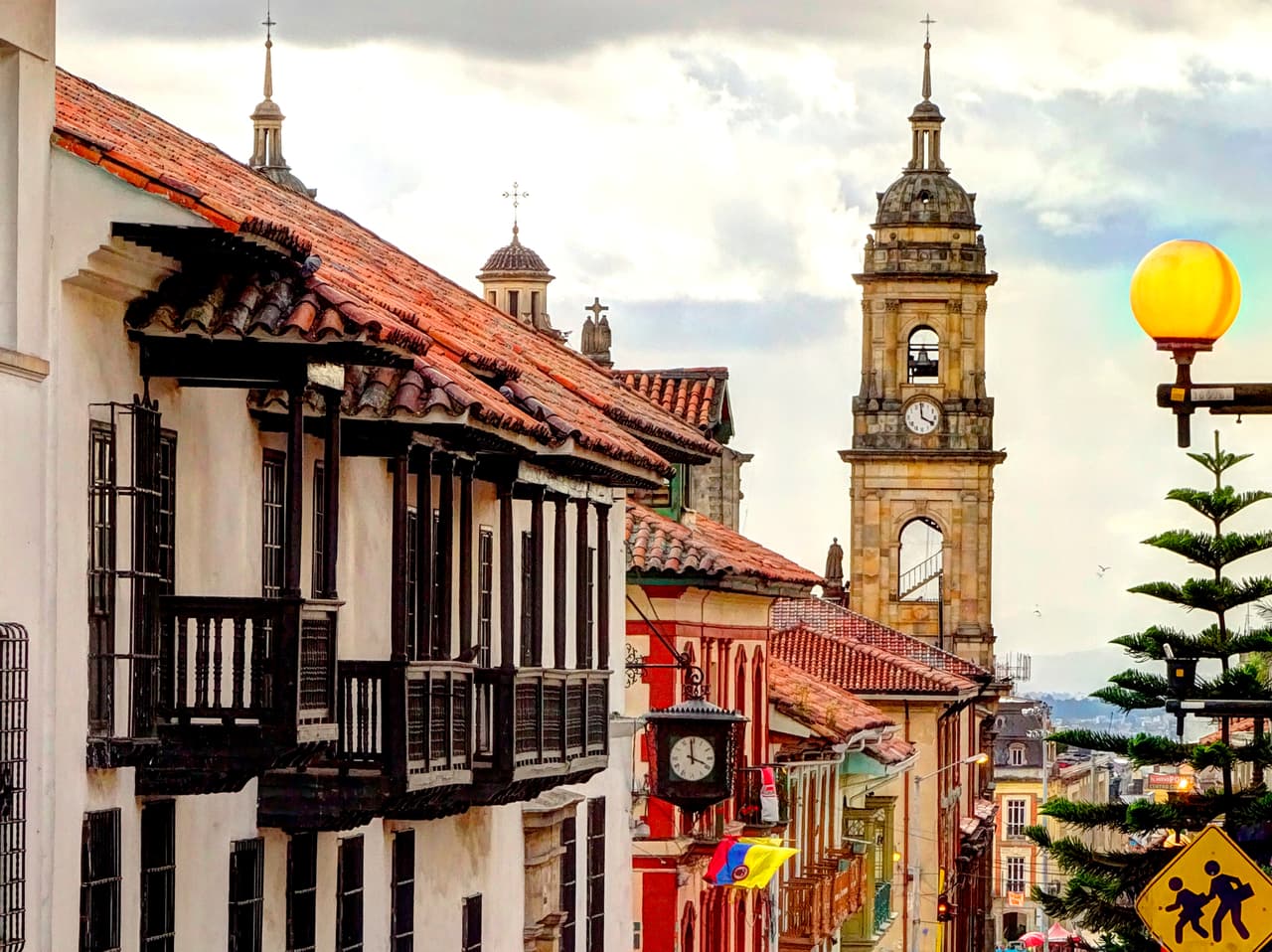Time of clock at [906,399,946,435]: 3:59
